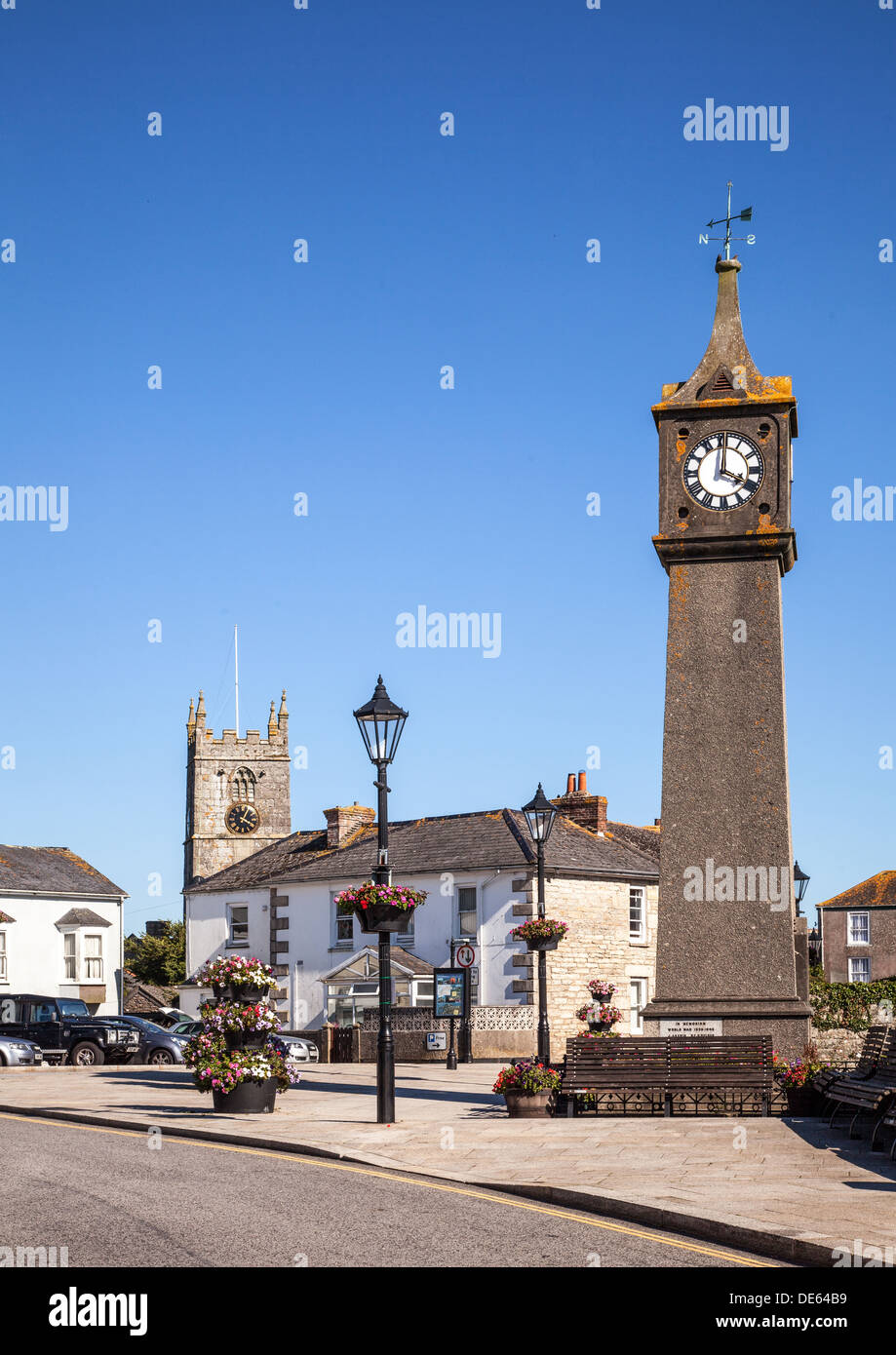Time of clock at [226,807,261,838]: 4:04
